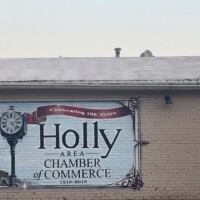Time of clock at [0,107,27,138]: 4:12
